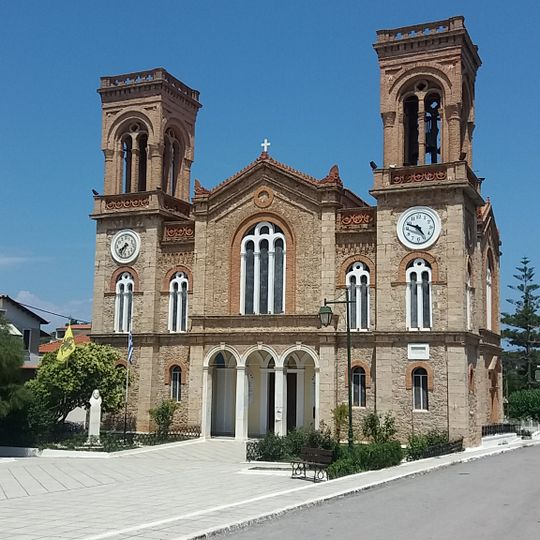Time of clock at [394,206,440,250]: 4:48
